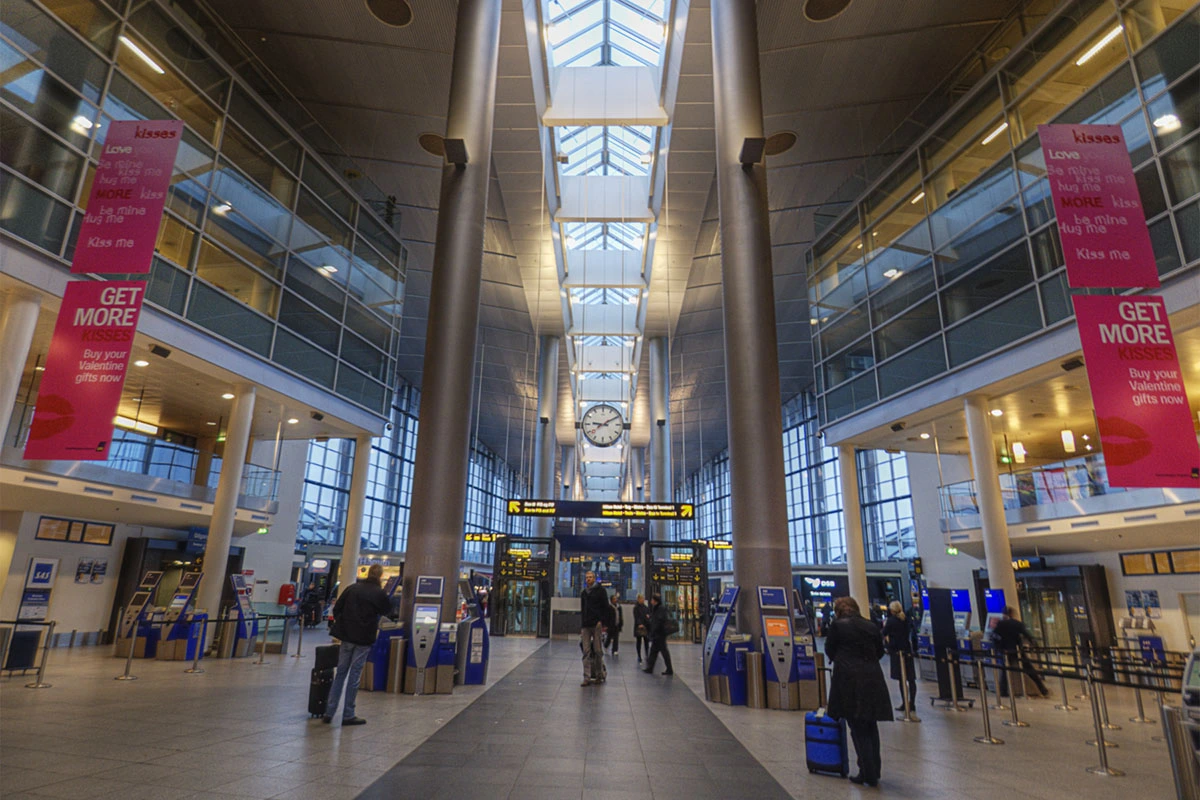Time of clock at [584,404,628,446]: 9:10
